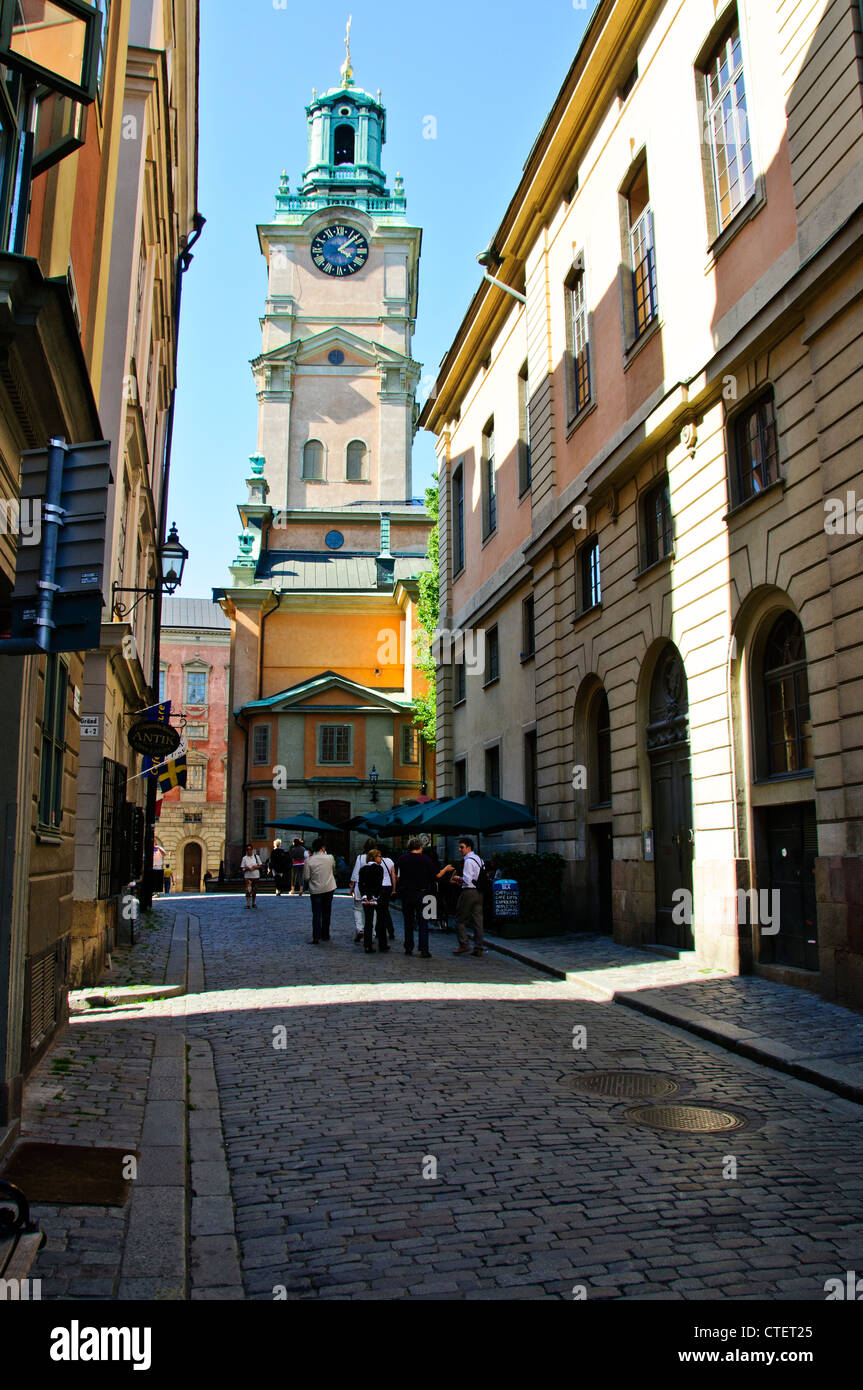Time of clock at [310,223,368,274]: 4:07
